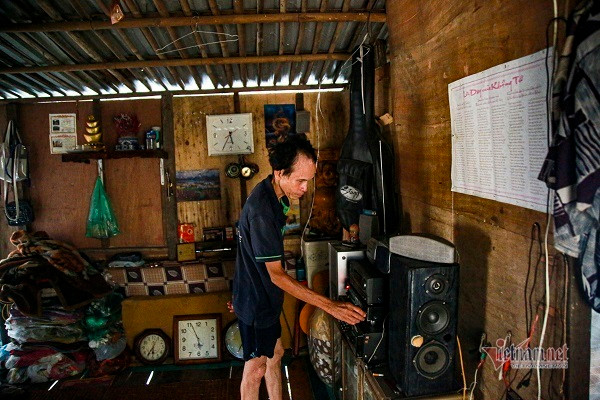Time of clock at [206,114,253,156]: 5:34
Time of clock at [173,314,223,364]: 5:55
